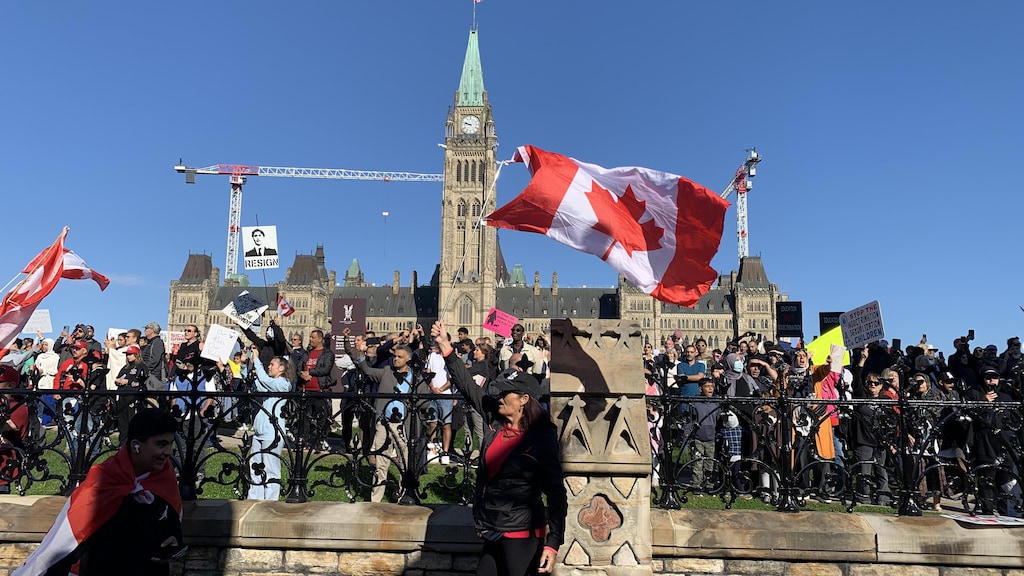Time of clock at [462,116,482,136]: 9:47
